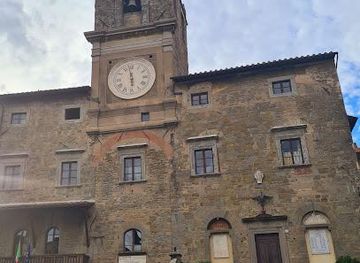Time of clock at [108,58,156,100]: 5:58
